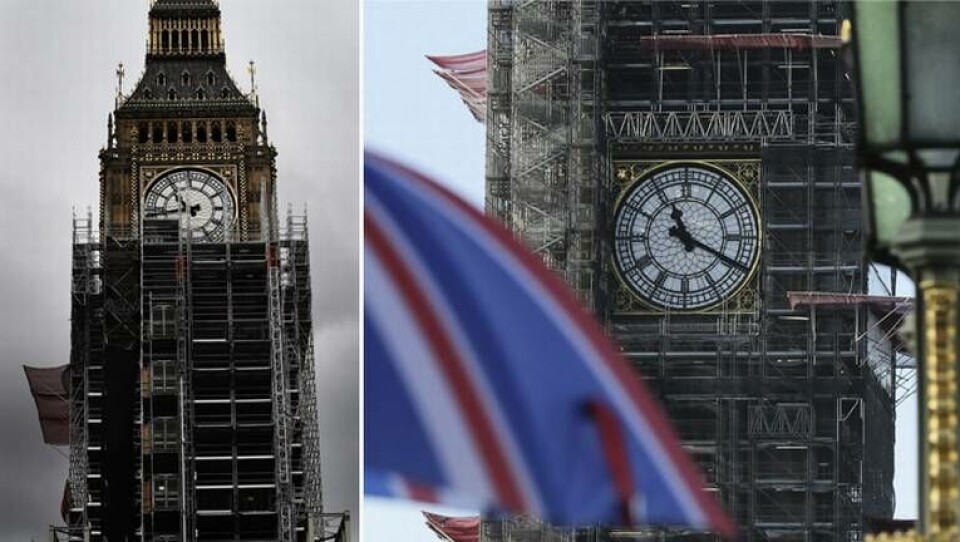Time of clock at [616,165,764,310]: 11:19
